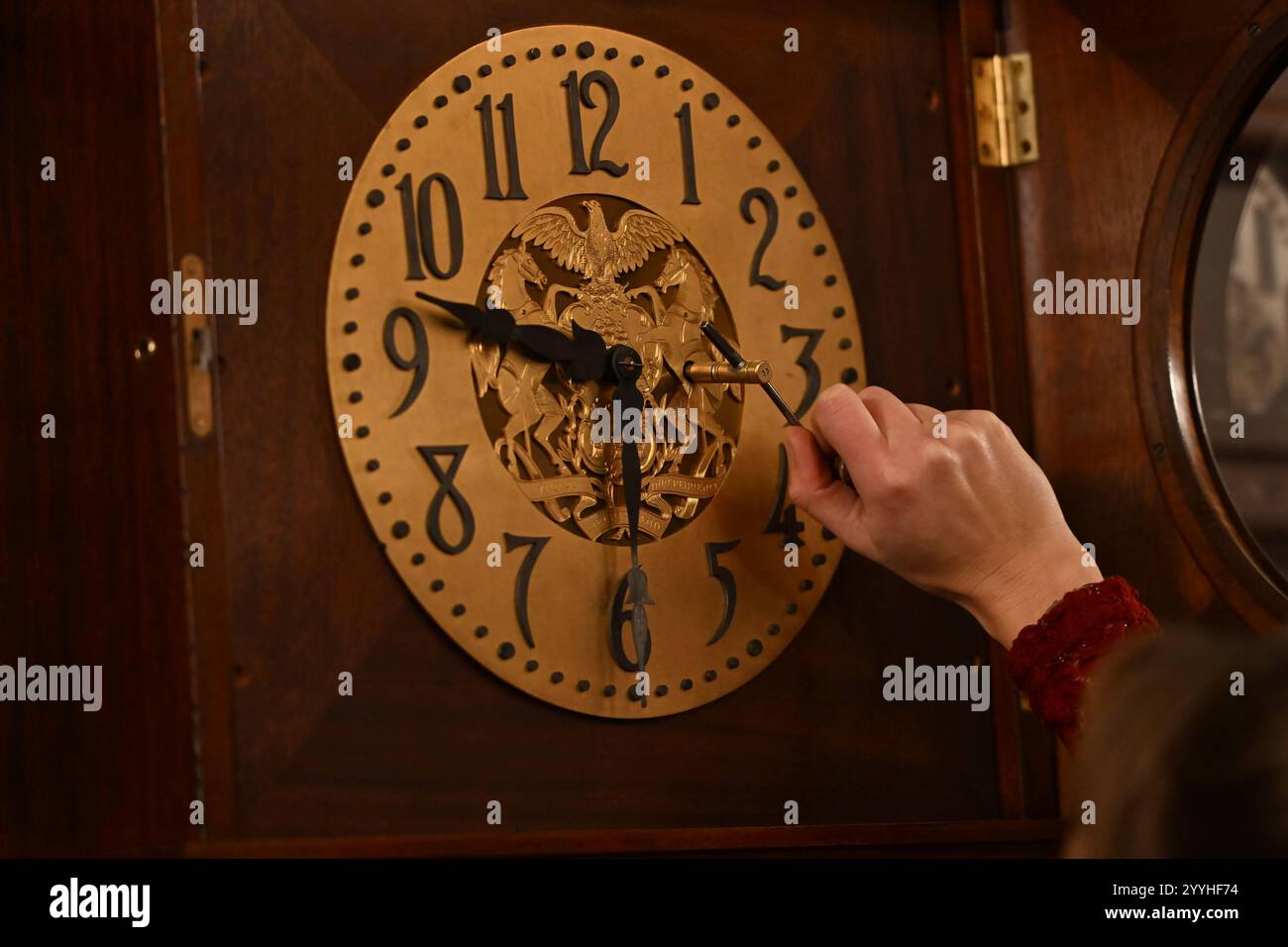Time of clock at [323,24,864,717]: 9:30
